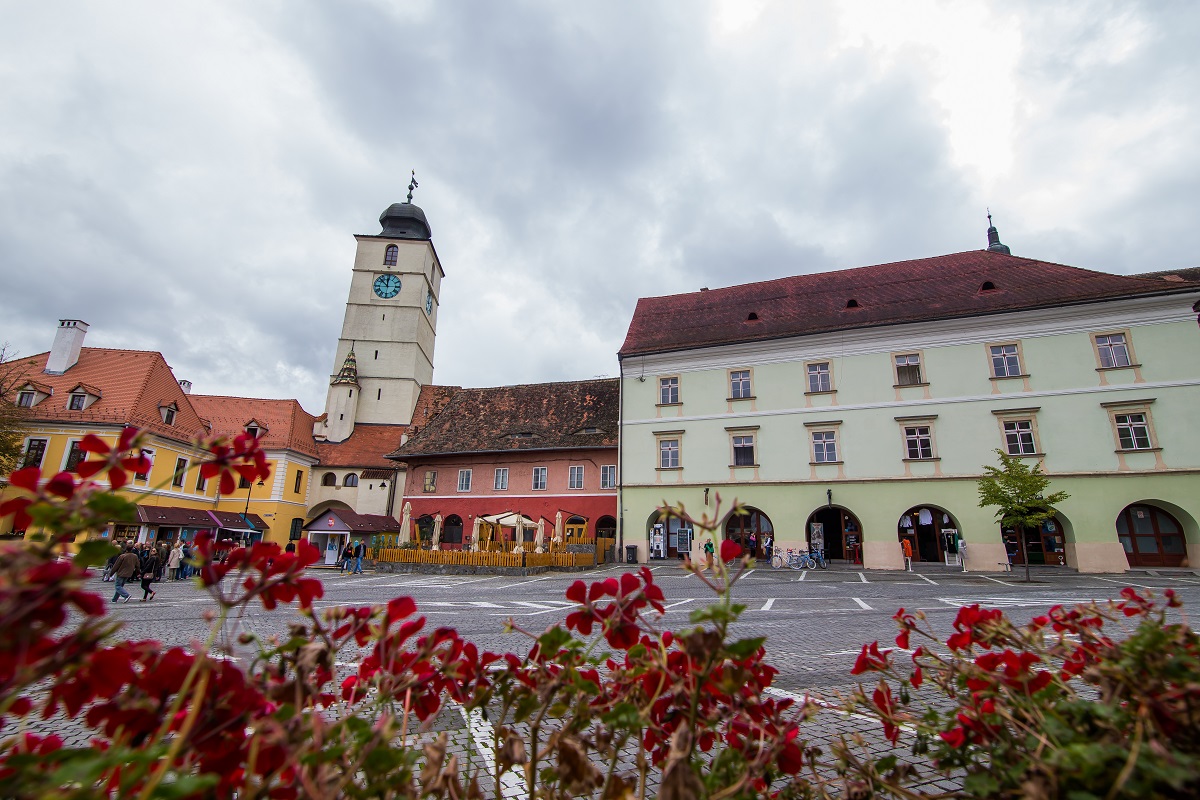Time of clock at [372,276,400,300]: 11:52
